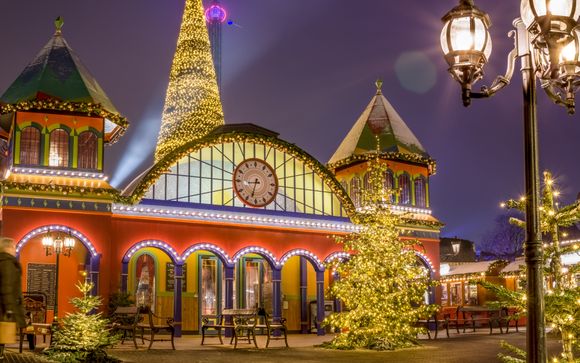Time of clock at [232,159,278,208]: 8:32
